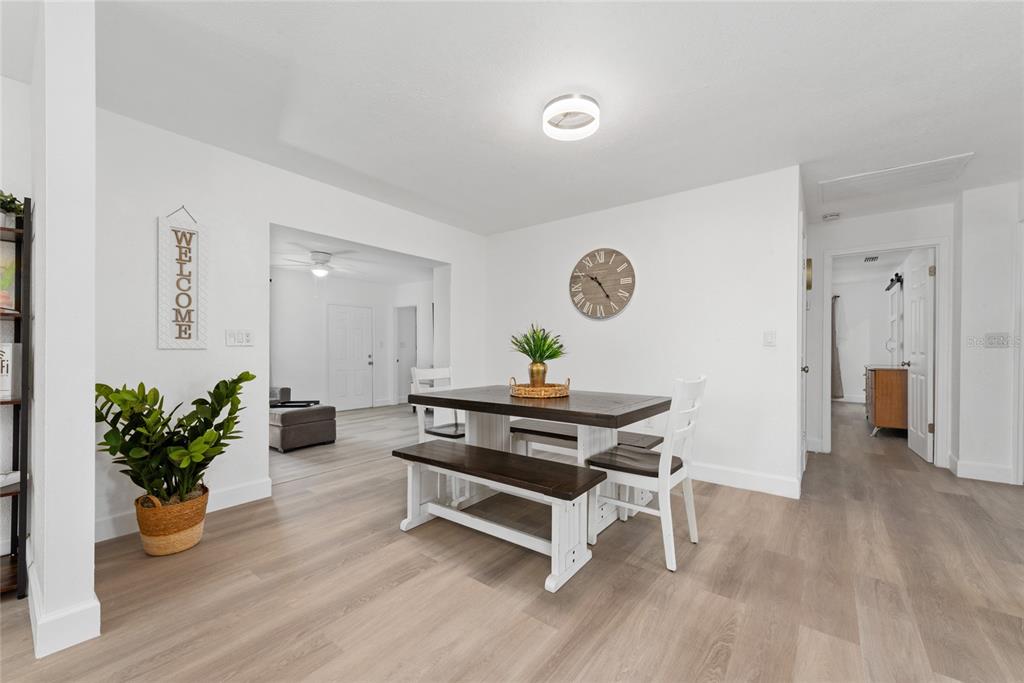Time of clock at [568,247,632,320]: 10:24
